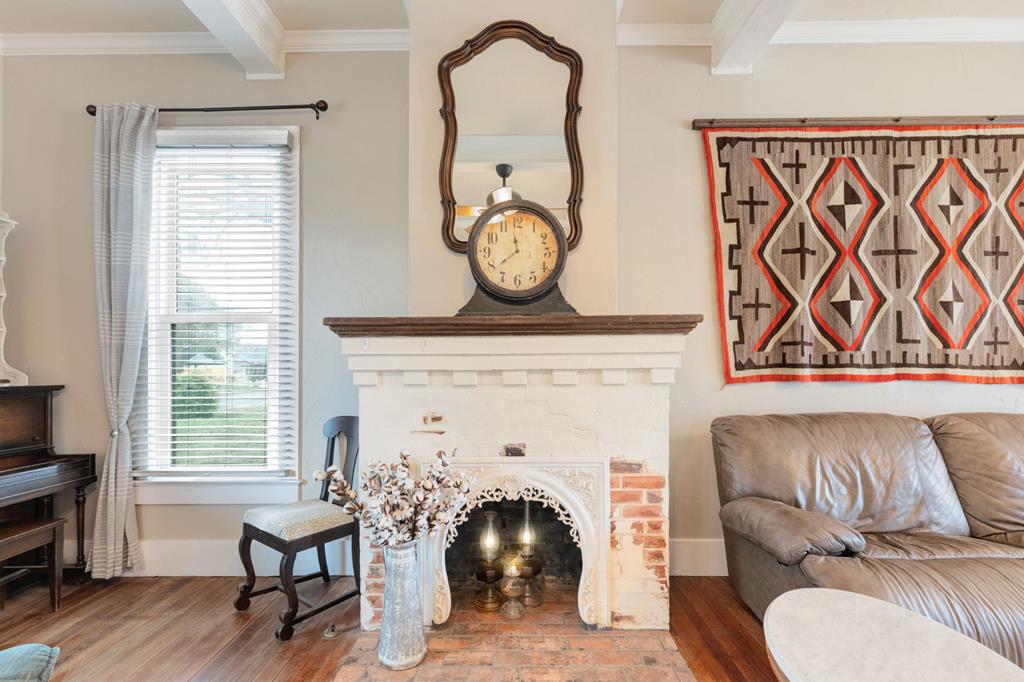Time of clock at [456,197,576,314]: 7:58
